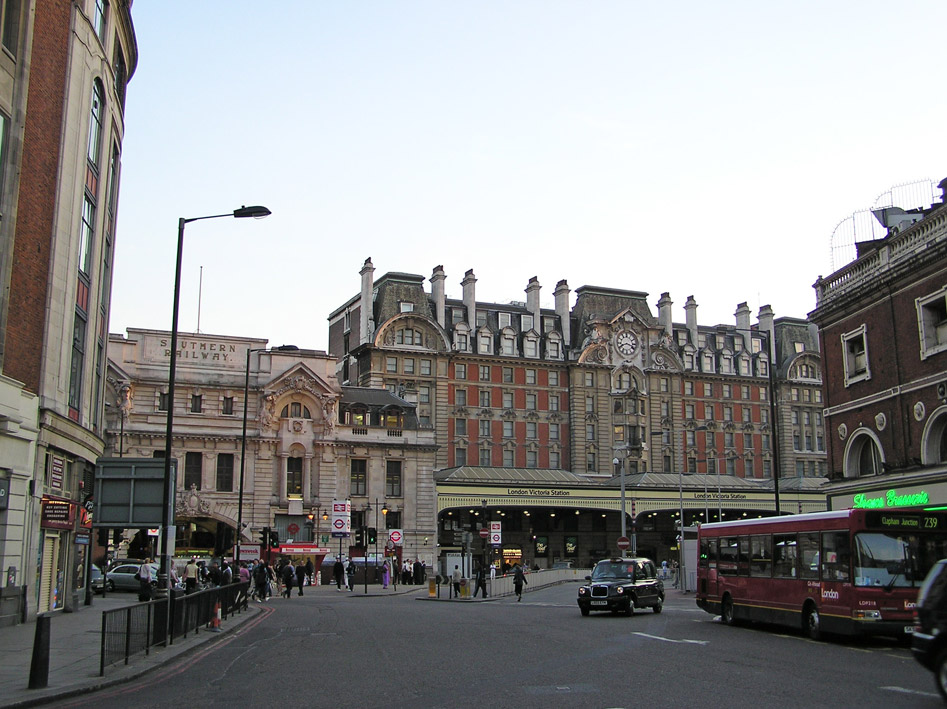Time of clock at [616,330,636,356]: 3:41
